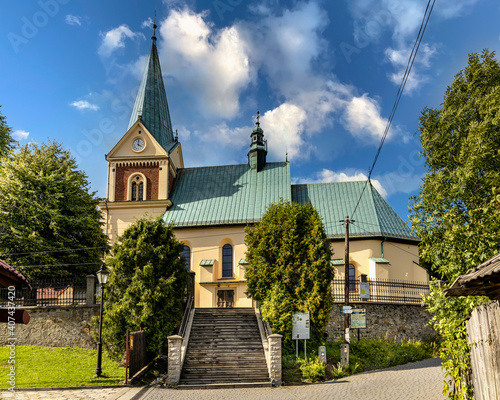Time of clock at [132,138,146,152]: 4:01
